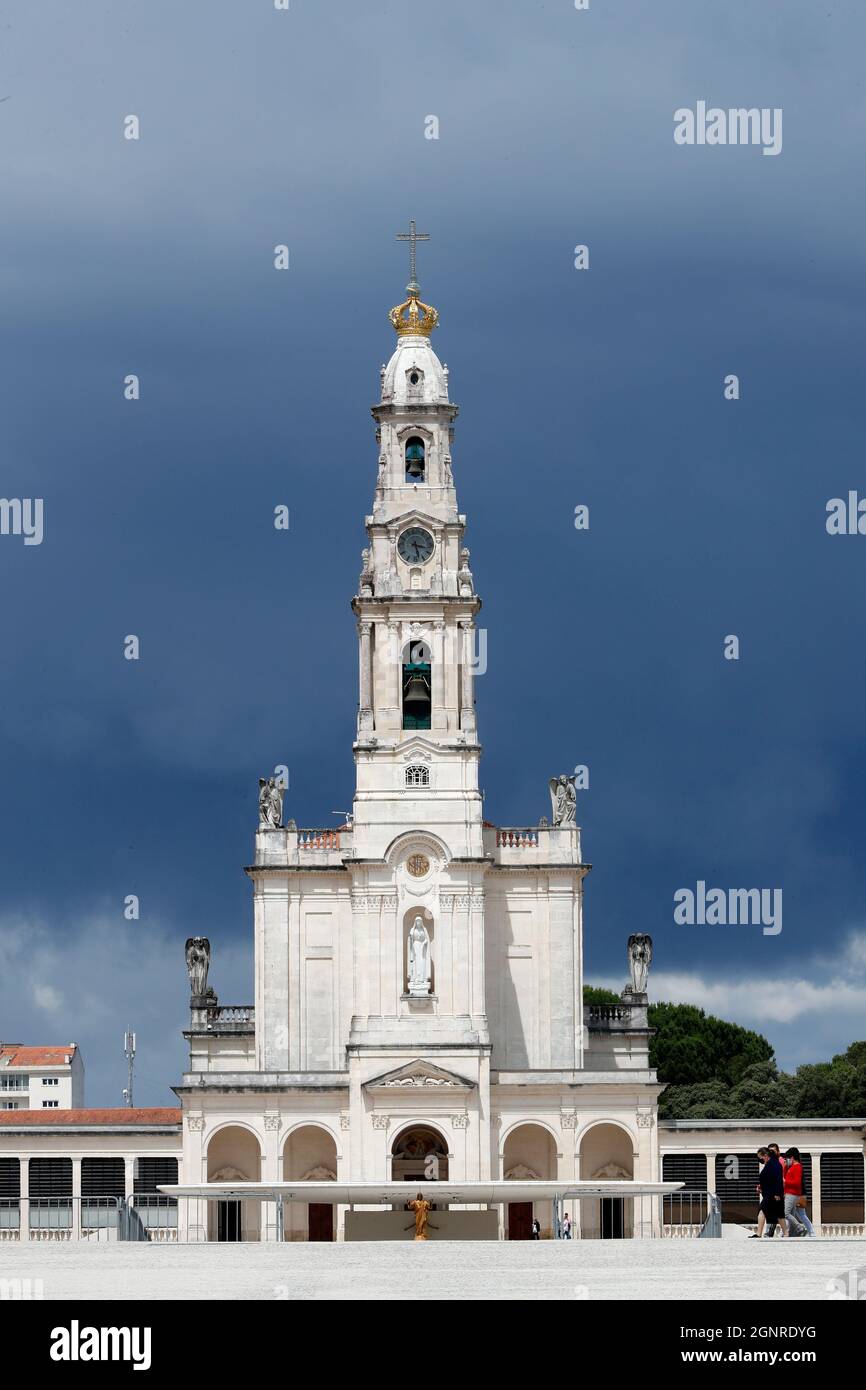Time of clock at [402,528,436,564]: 3:27
